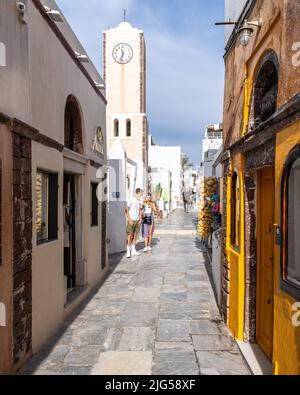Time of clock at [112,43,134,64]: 11:32
